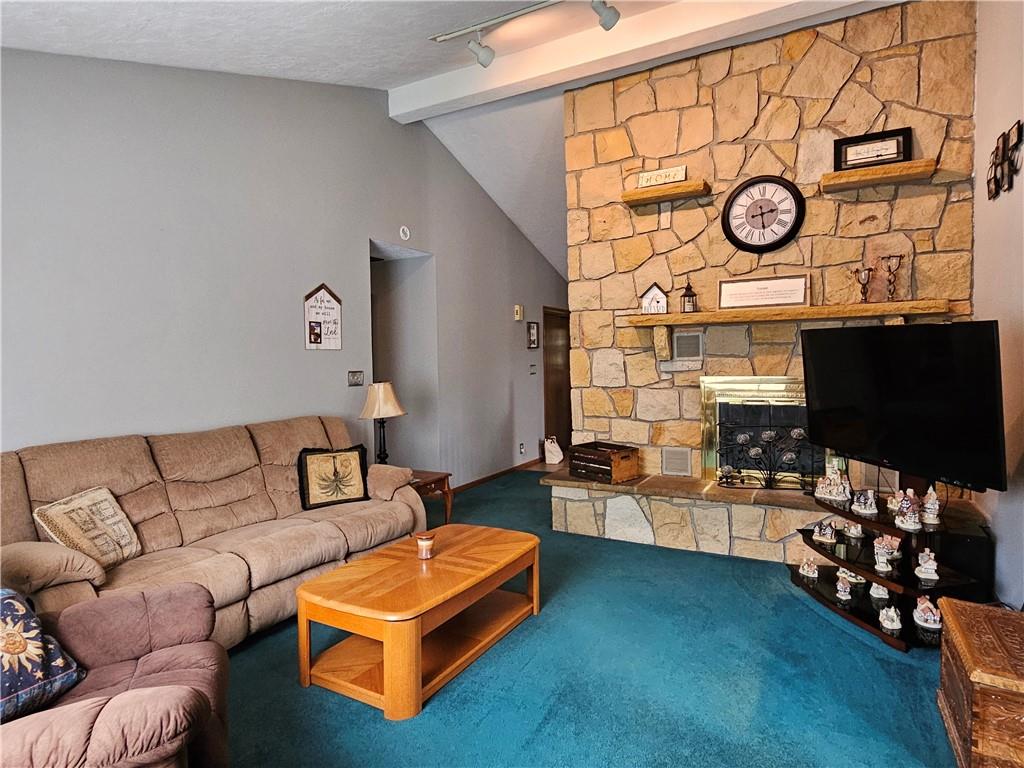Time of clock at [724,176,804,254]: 2:28
